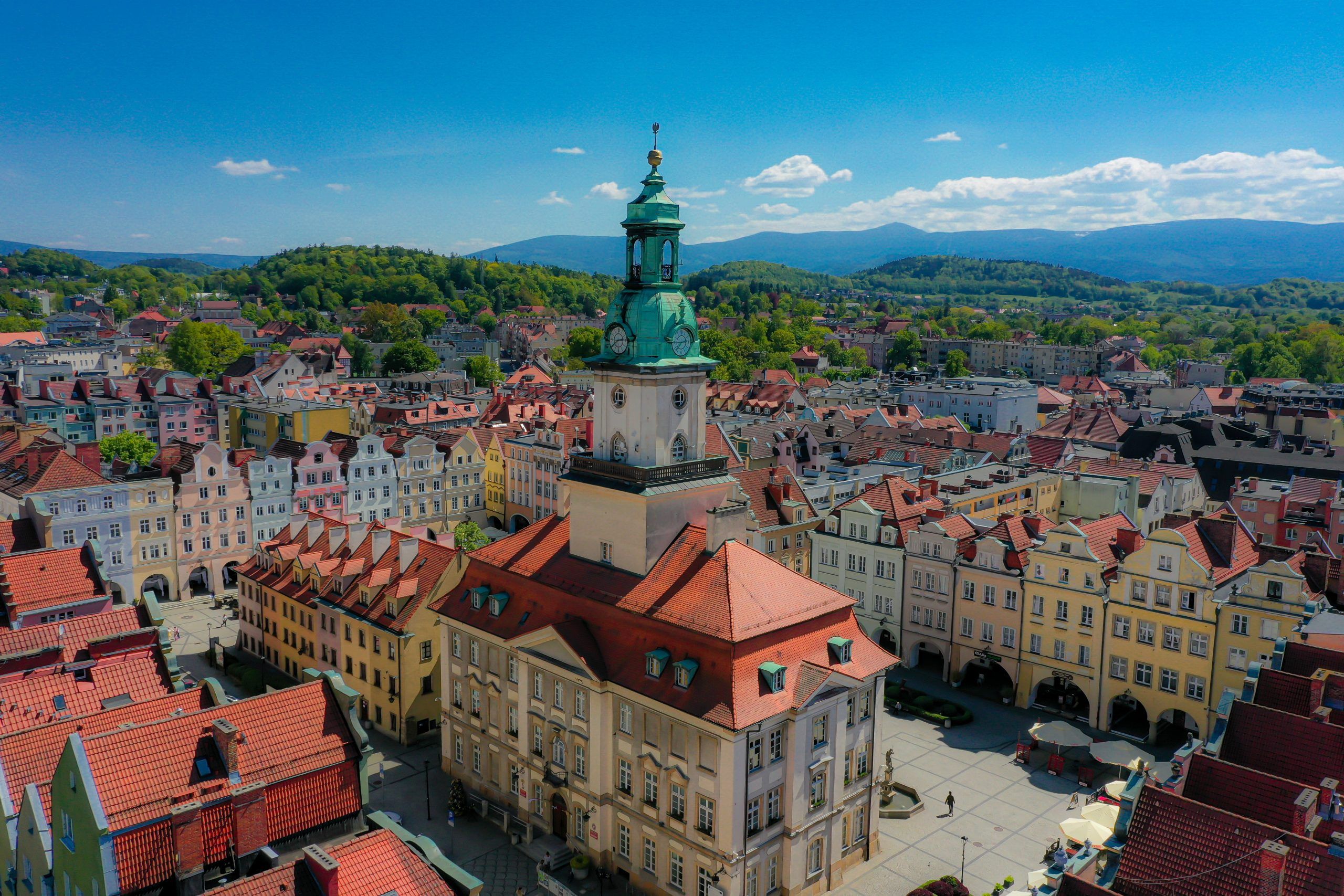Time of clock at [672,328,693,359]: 2:36
